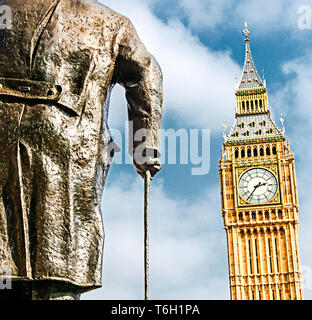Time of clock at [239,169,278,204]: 2:36
